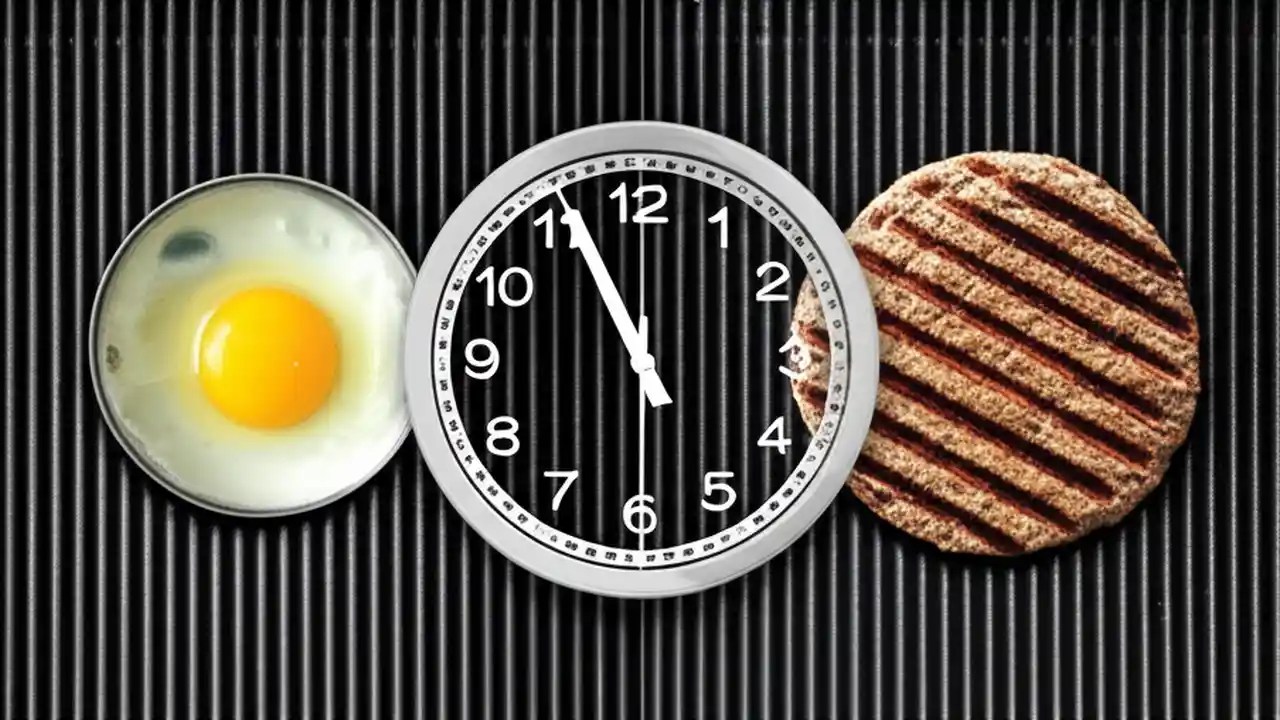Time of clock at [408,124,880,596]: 5:55
